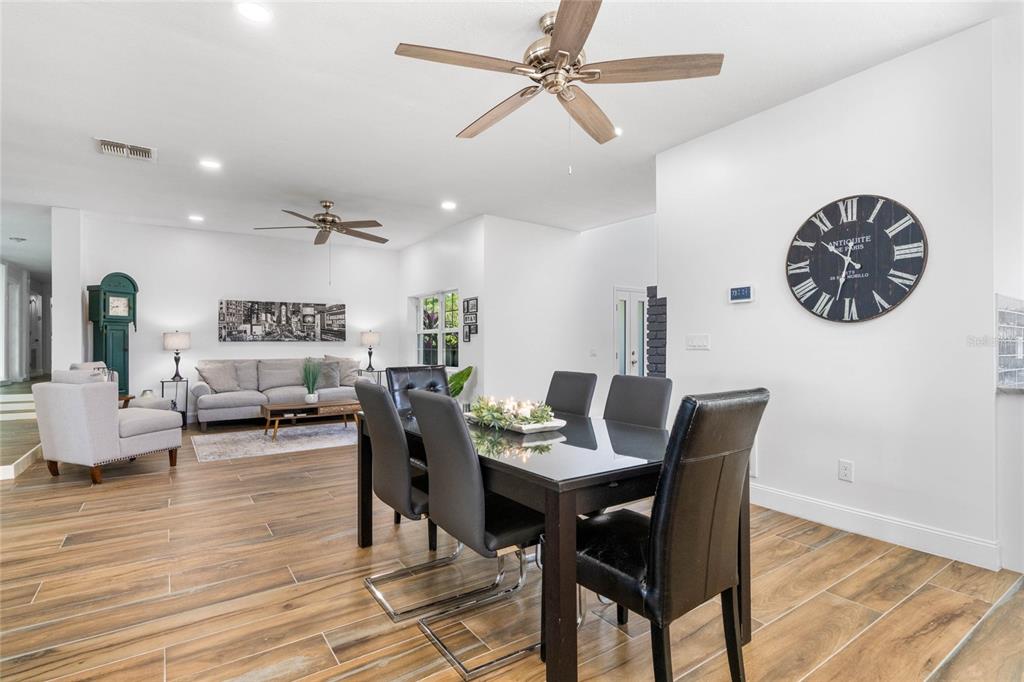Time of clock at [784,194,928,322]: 10:32
